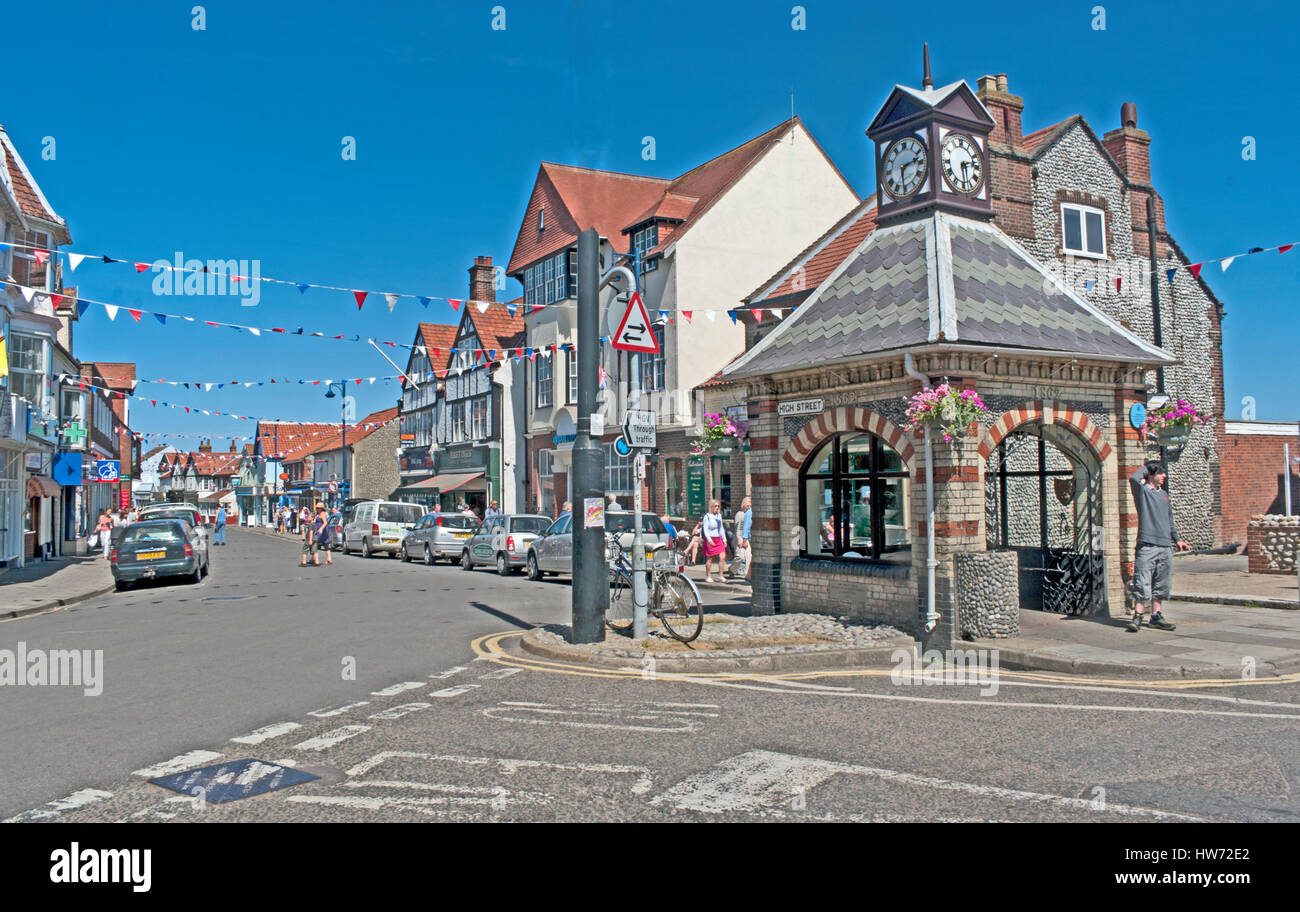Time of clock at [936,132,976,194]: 2:29
